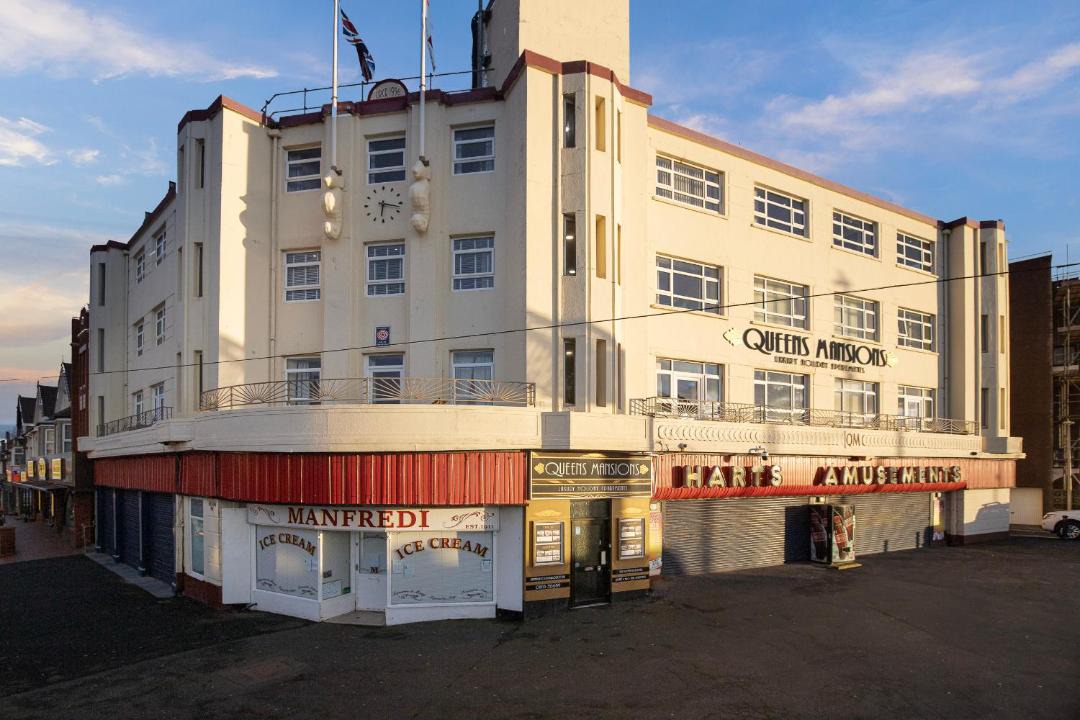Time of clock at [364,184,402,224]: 6:17
